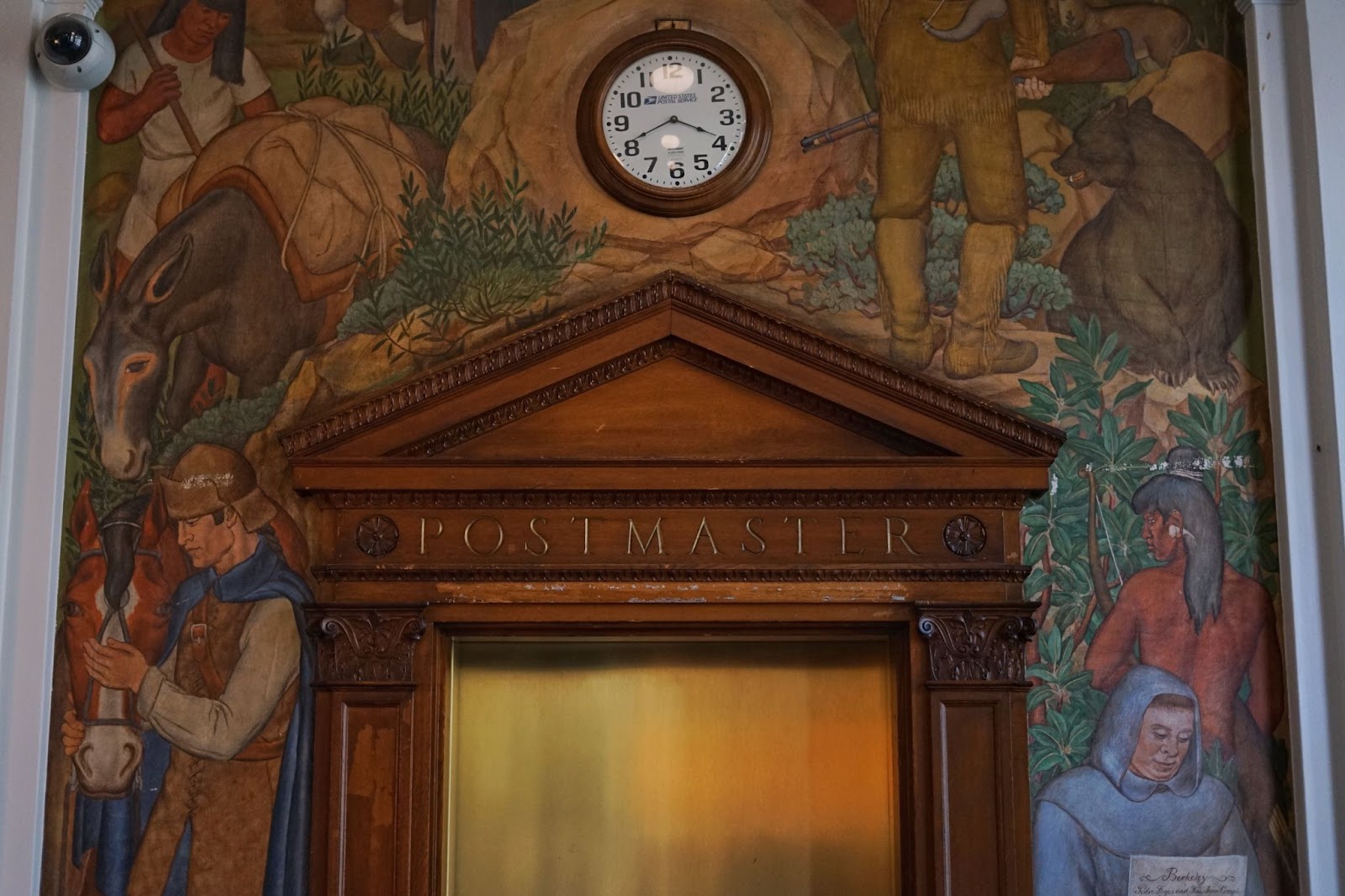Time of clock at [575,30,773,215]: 3:40
